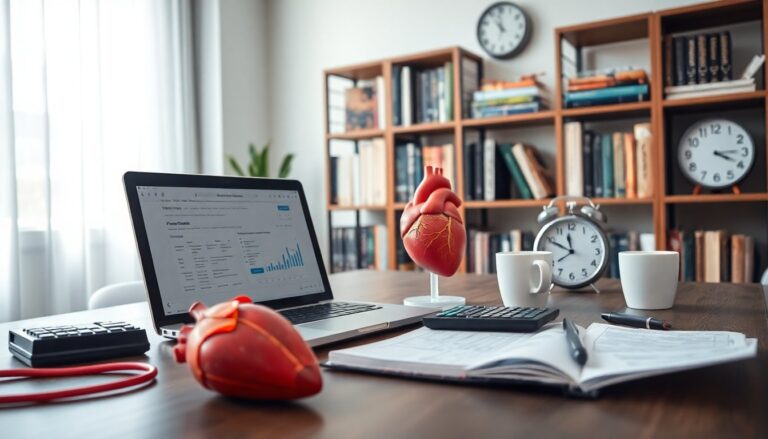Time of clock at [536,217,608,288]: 11:49
